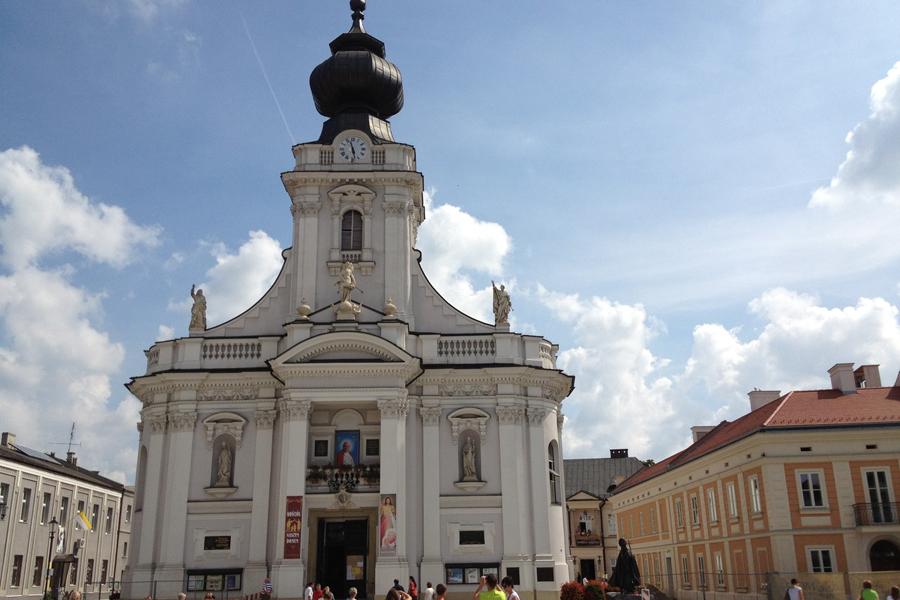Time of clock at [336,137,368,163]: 11:28
